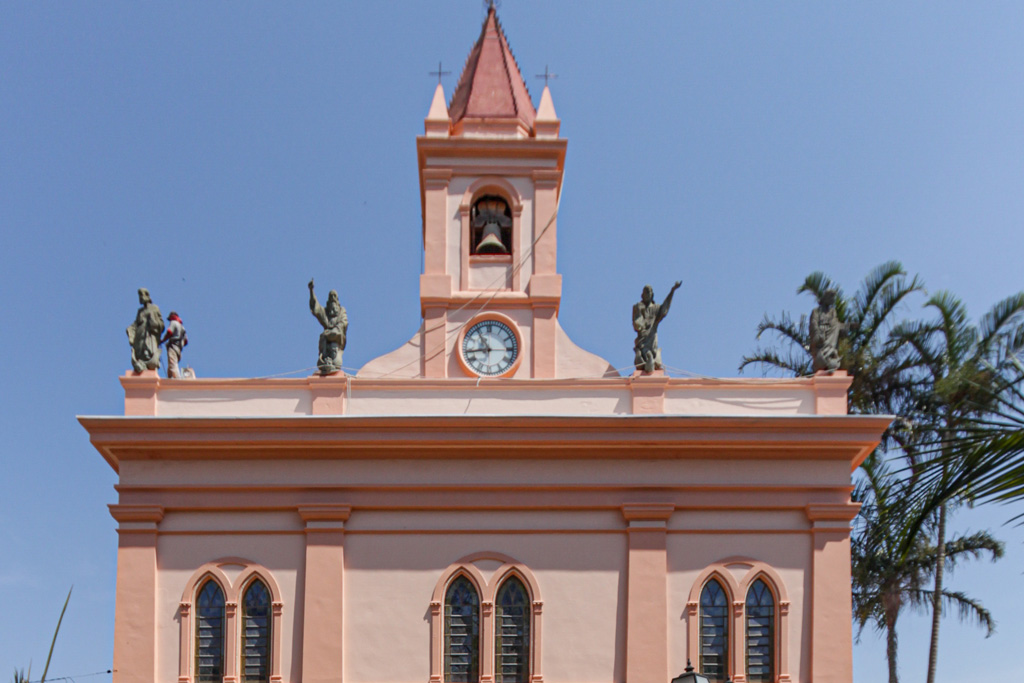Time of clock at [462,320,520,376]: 8:54
